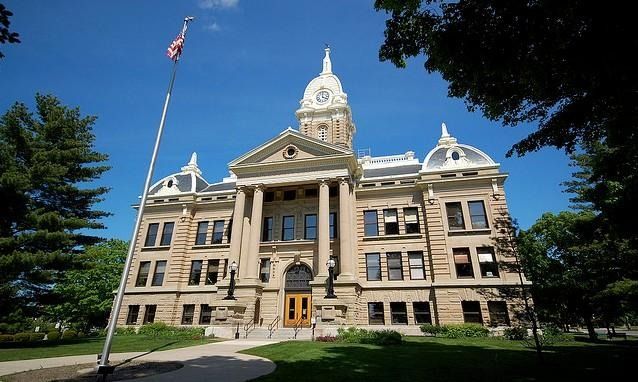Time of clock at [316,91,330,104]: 4:01
